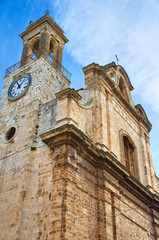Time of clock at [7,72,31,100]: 11:07
